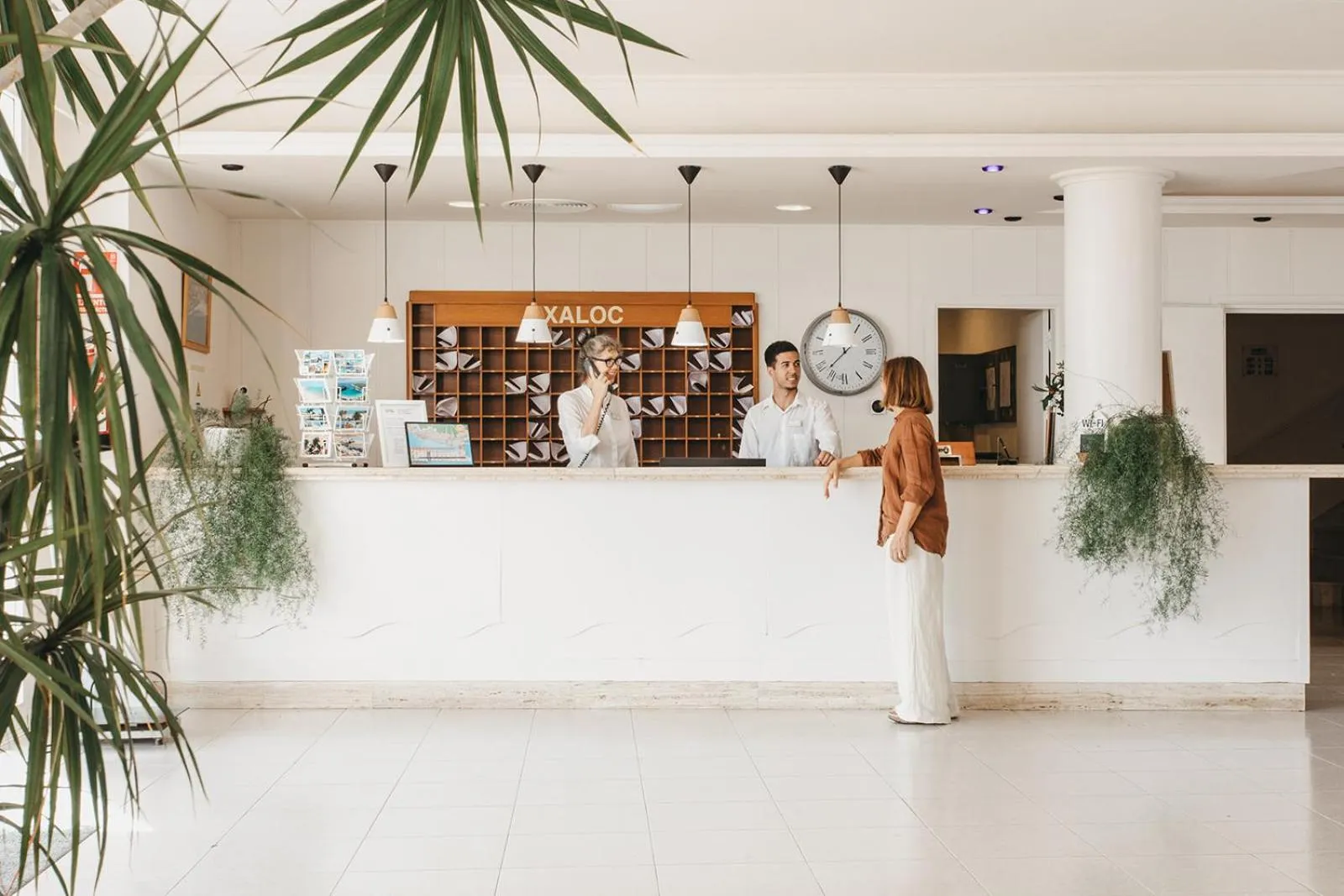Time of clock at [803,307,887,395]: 7:37
